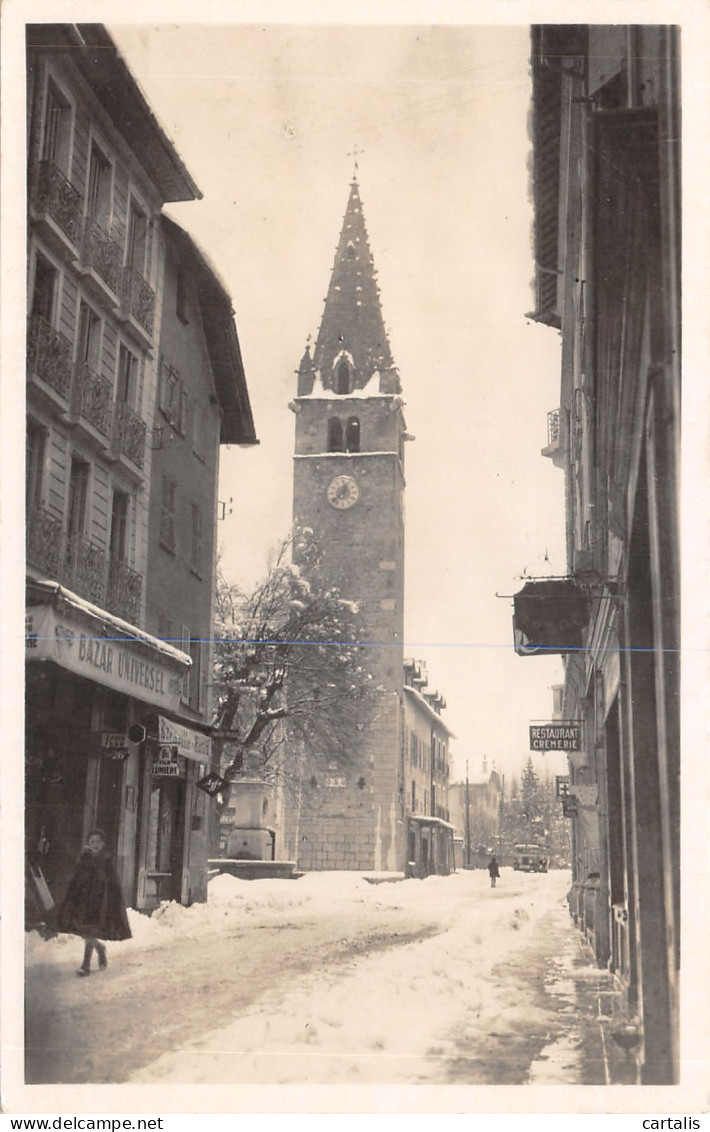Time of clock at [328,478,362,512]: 12:37
